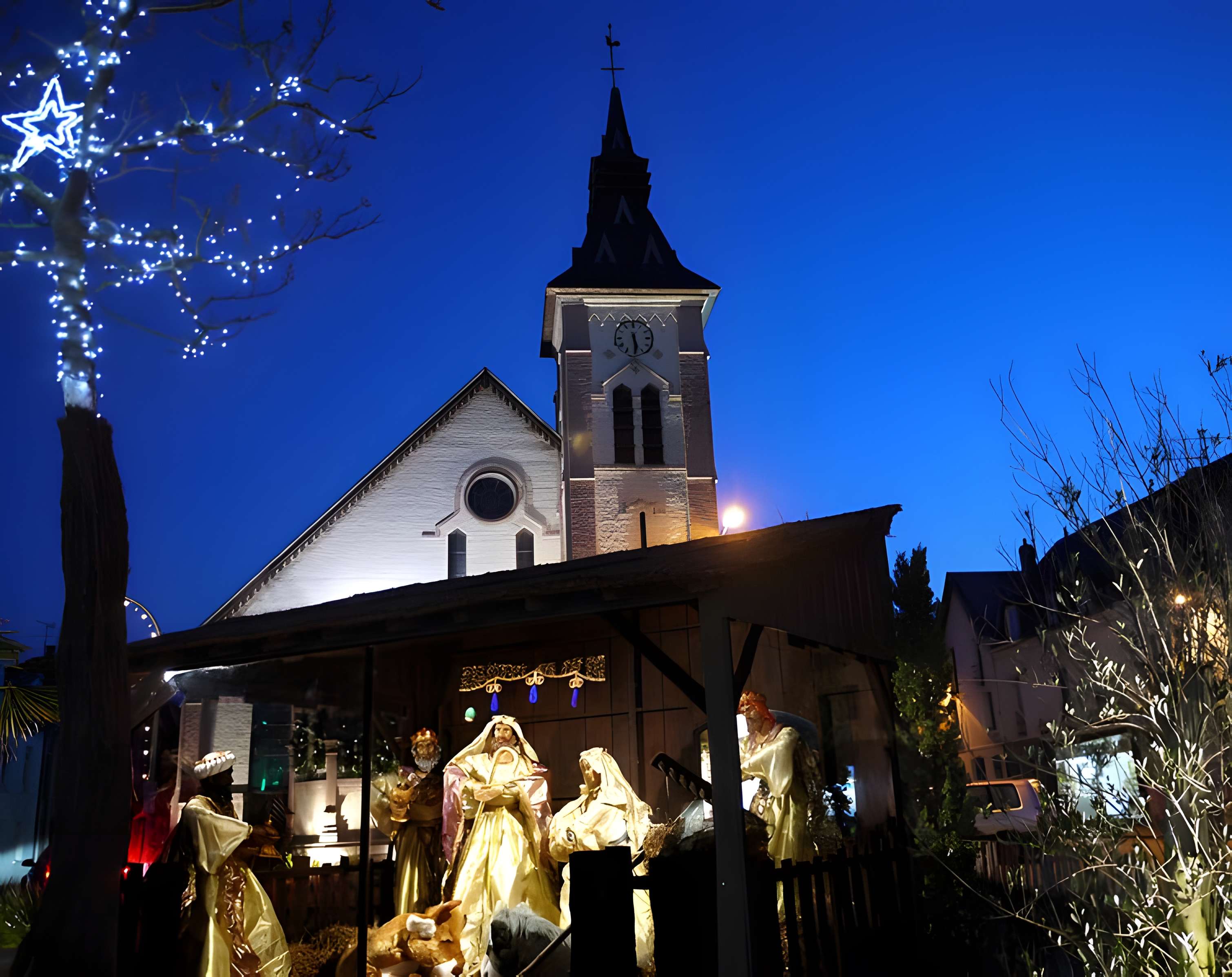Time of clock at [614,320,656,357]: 5:29
